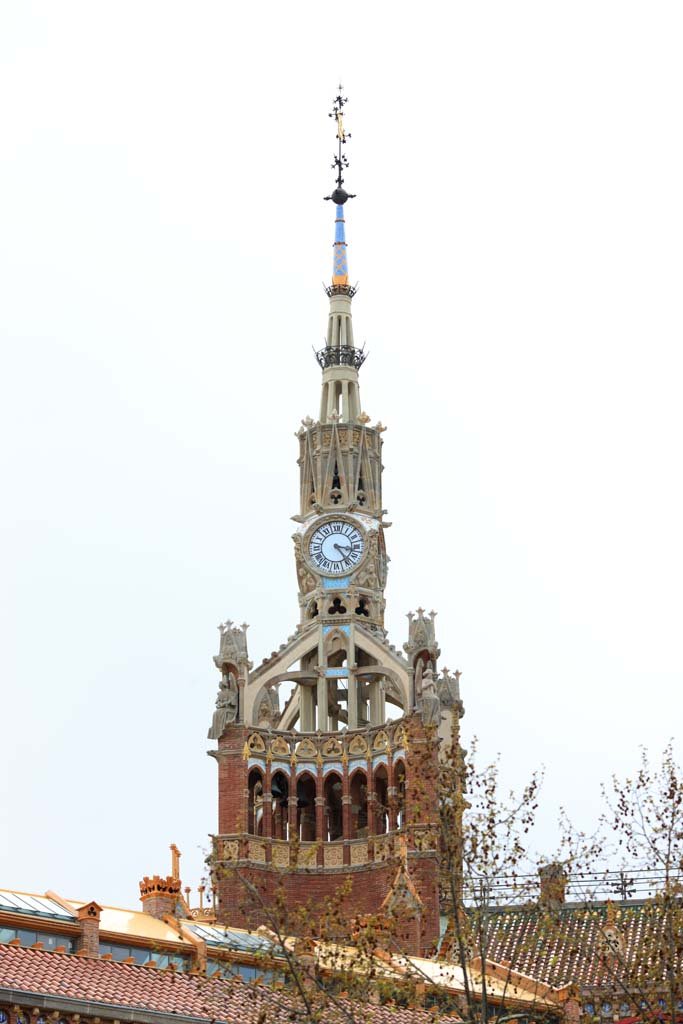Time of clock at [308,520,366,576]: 3:24
